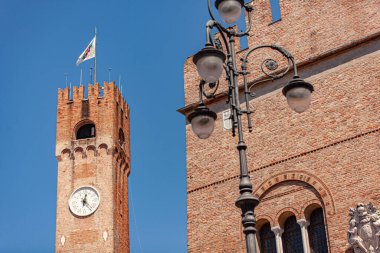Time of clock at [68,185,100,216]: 12:23
